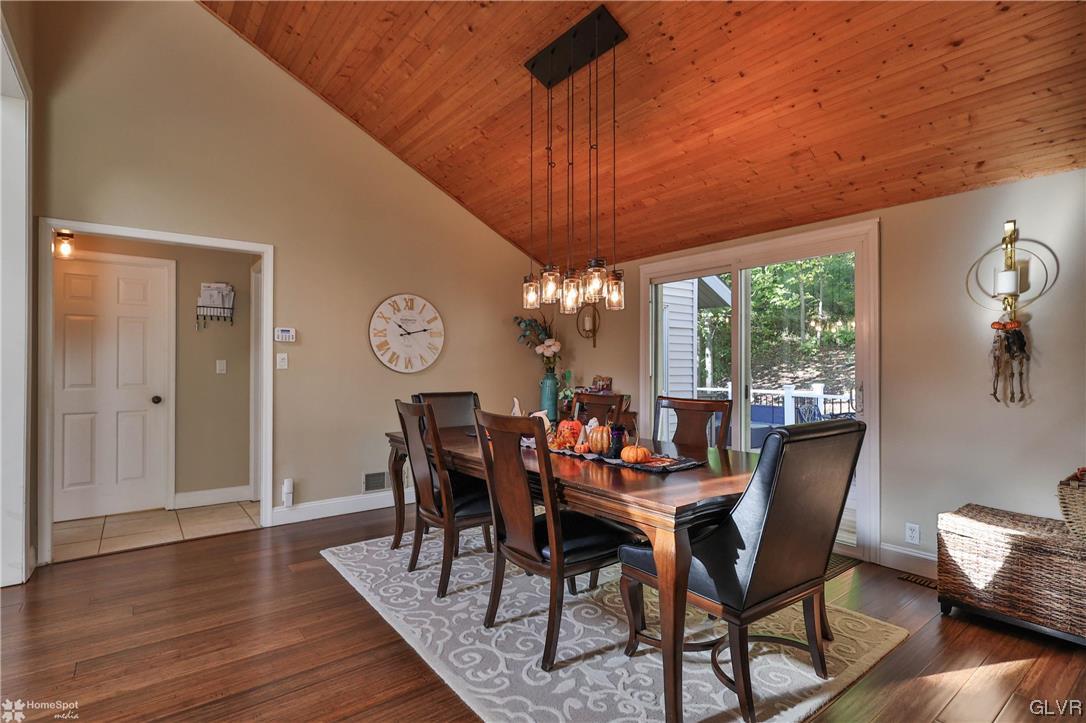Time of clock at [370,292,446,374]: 10:12
